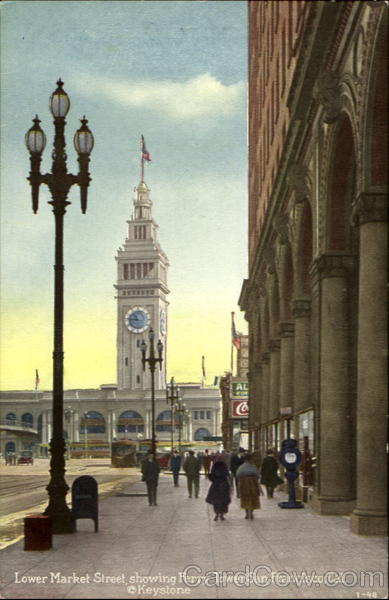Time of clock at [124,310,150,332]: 10:45
